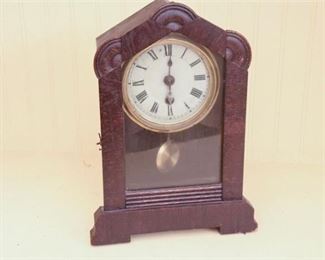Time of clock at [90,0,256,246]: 6:01
